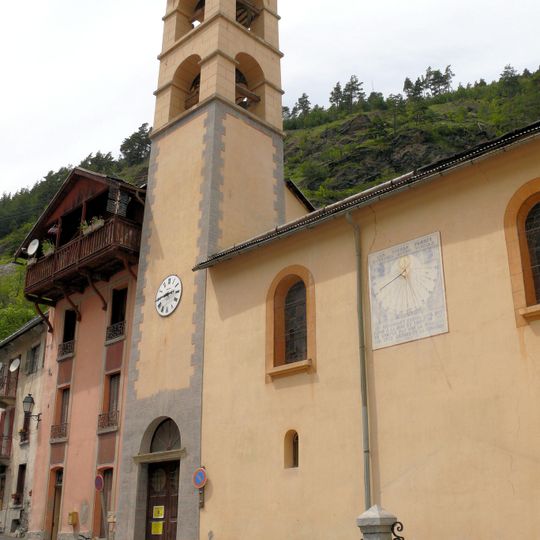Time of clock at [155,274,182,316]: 2:44
